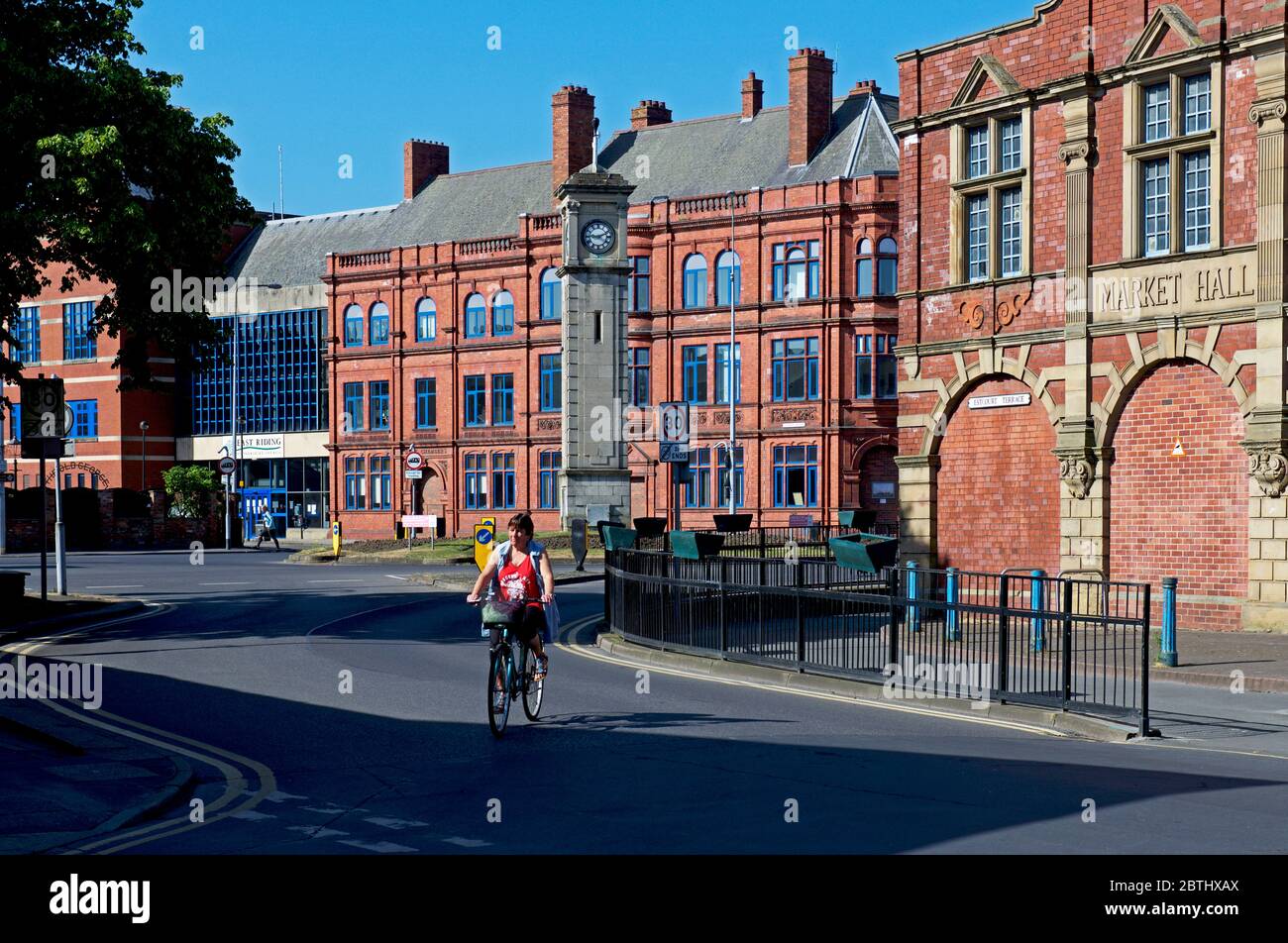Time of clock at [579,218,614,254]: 9:11
